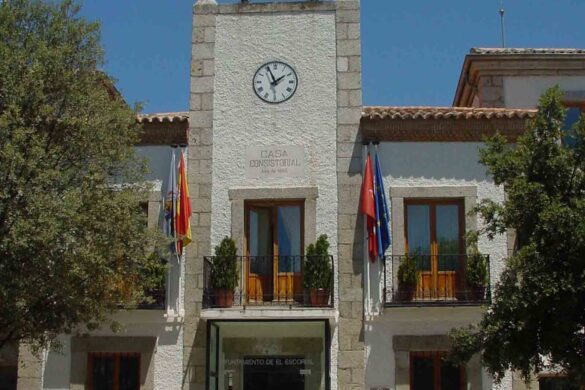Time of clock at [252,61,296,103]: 1:56
